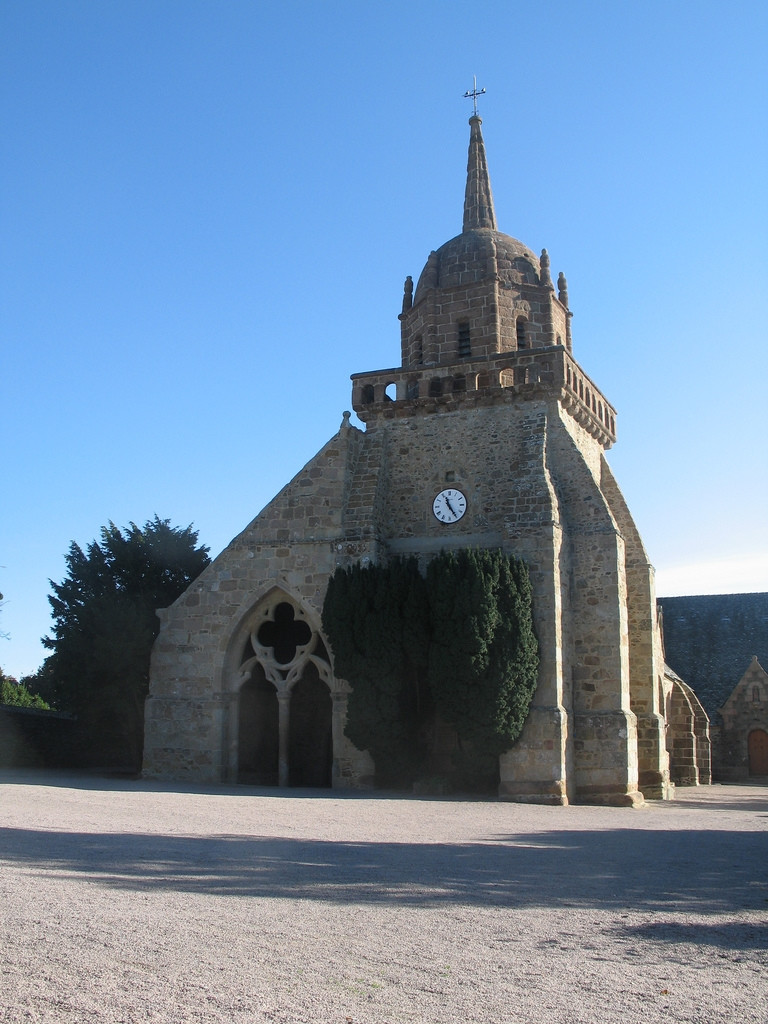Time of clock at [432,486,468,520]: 11:24
